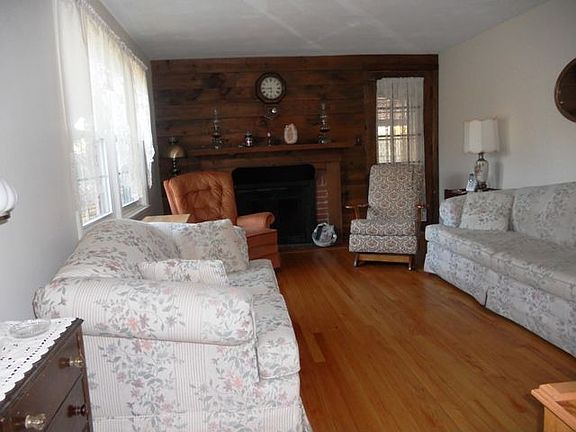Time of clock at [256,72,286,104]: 5:44
